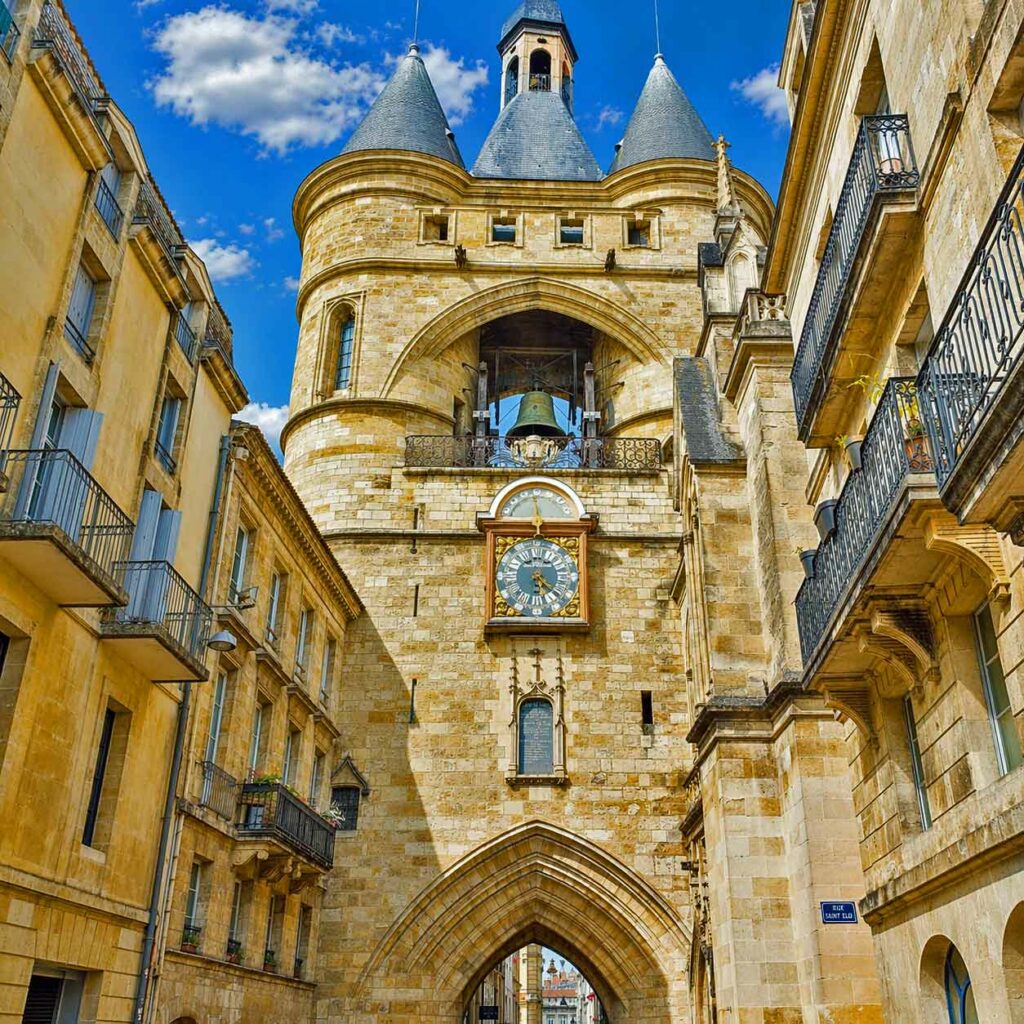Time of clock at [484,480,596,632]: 5:21
